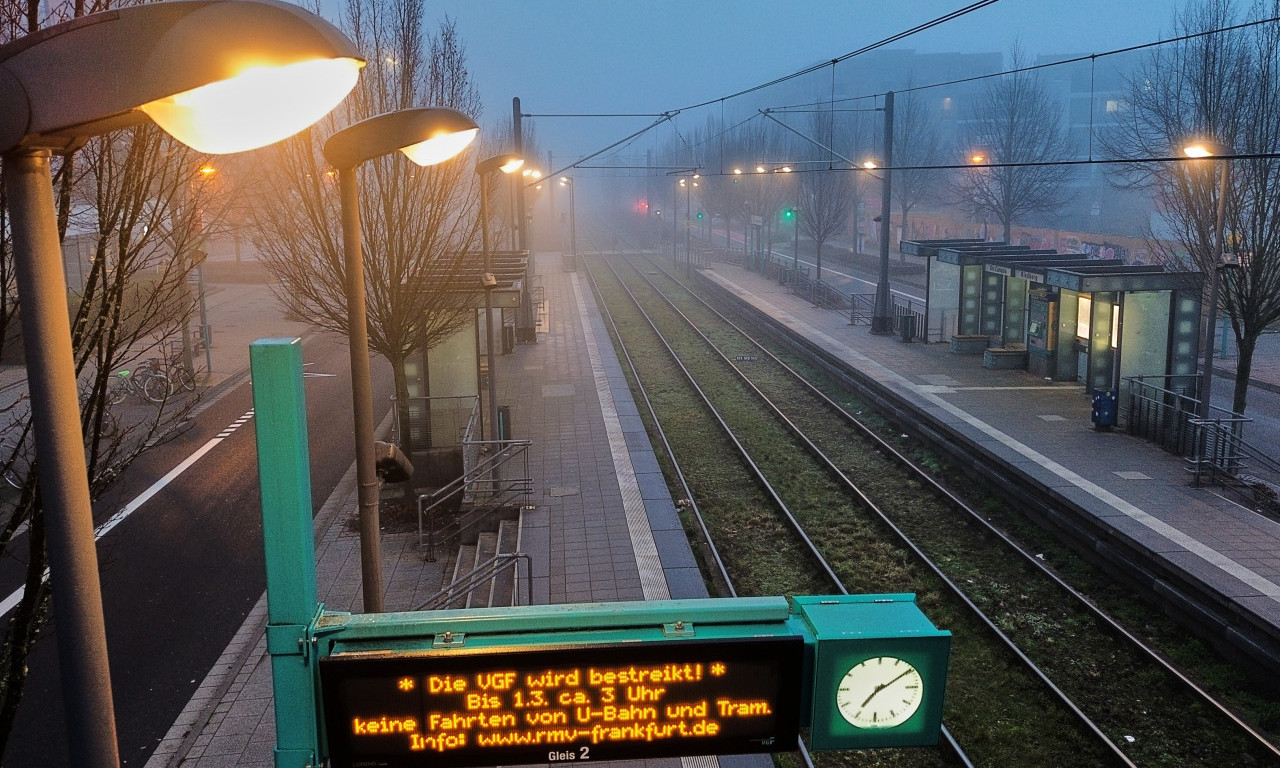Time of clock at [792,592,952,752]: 7:09
